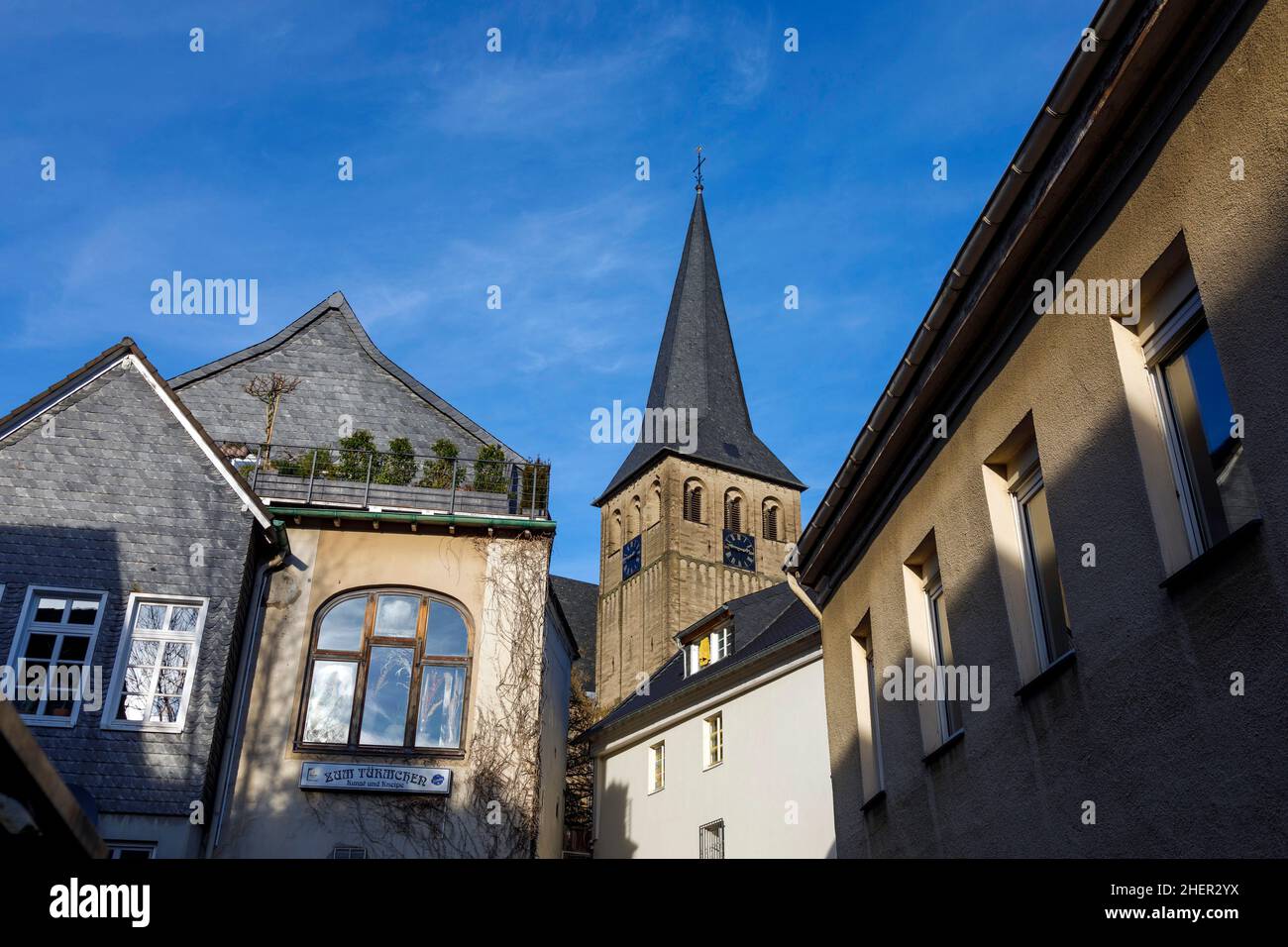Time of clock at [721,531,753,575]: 2:46
